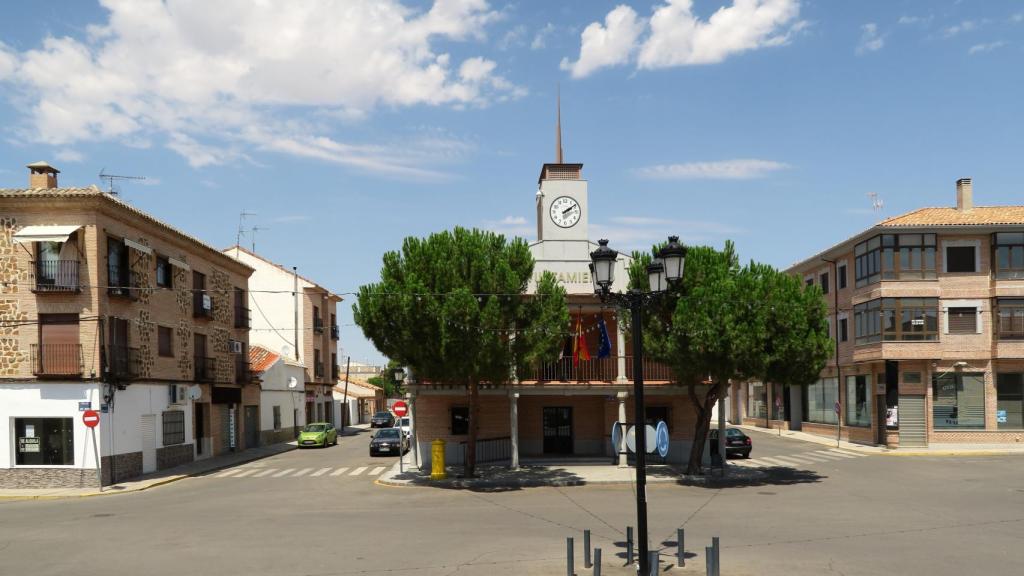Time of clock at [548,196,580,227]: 2:09
